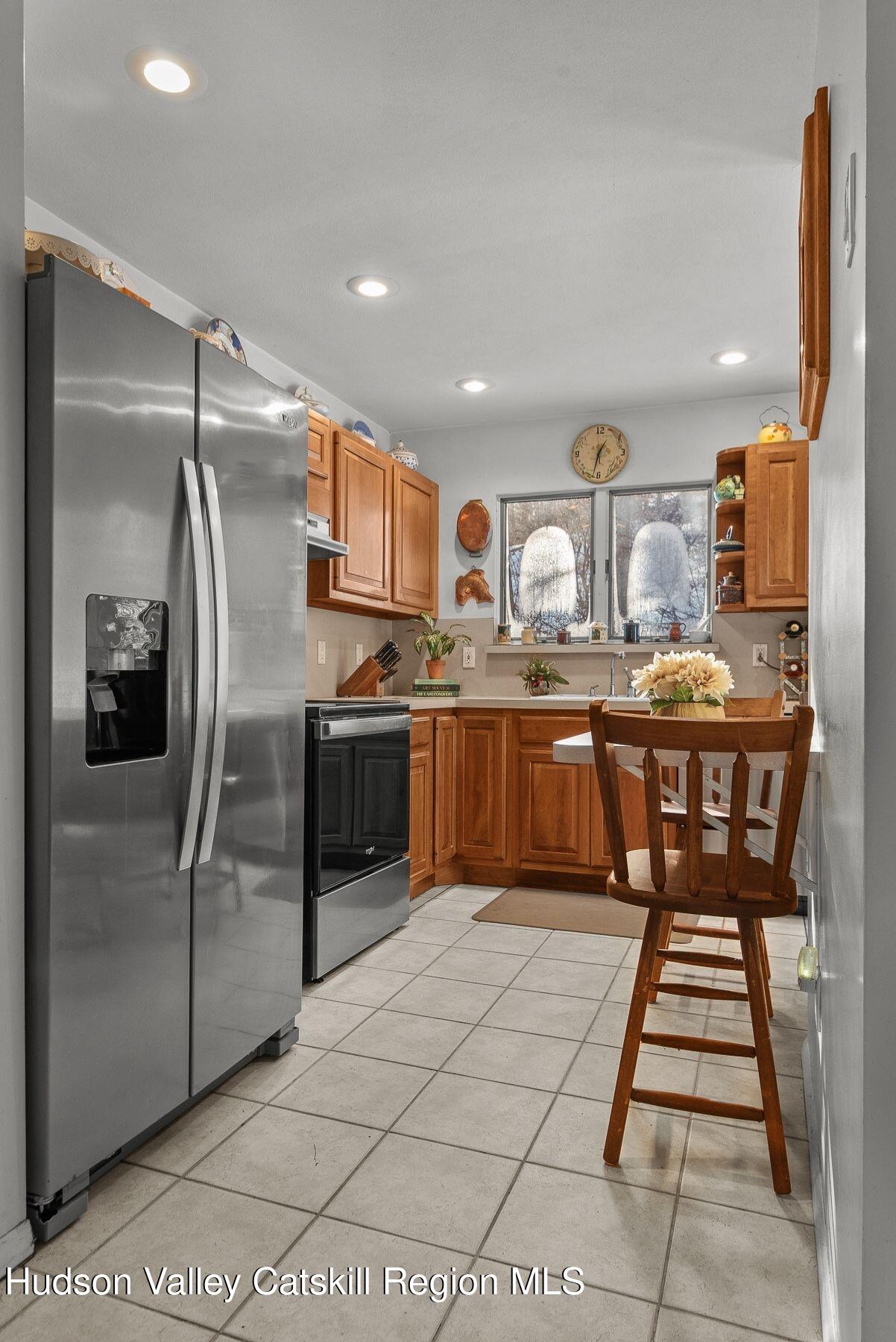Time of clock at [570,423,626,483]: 1:32
